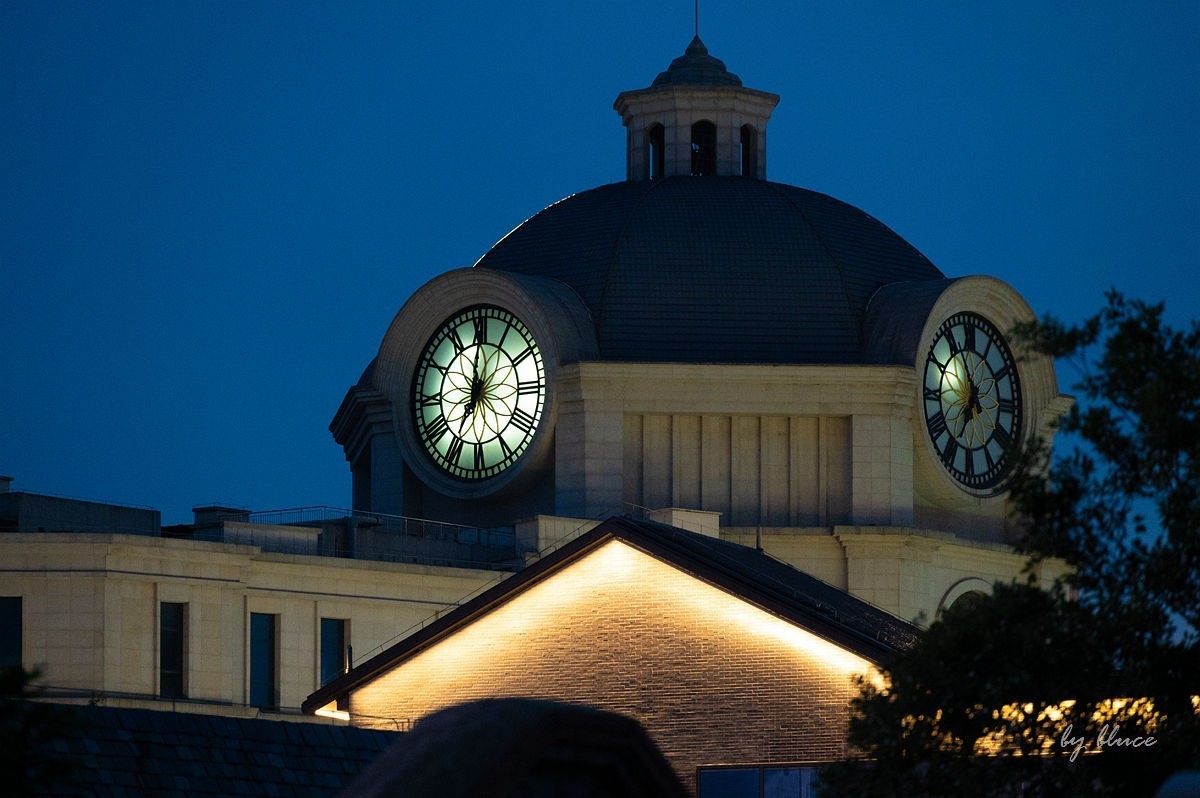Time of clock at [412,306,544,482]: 7:00
